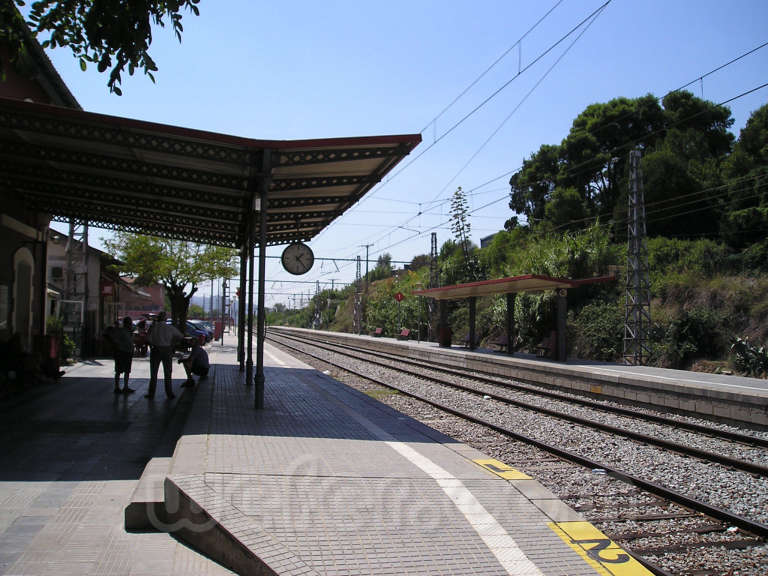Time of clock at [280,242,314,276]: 1:23
